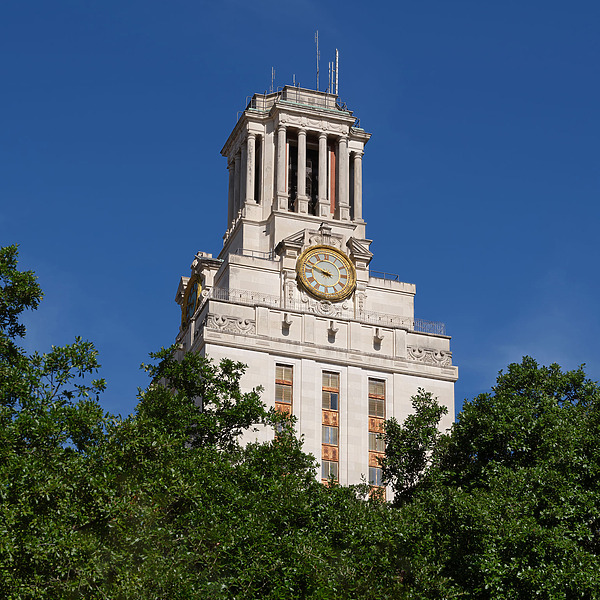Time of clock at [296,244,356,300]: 9:47
